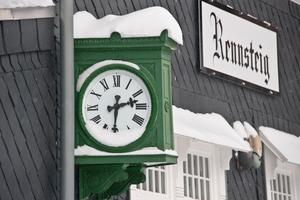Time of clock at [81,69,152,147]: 2:30
